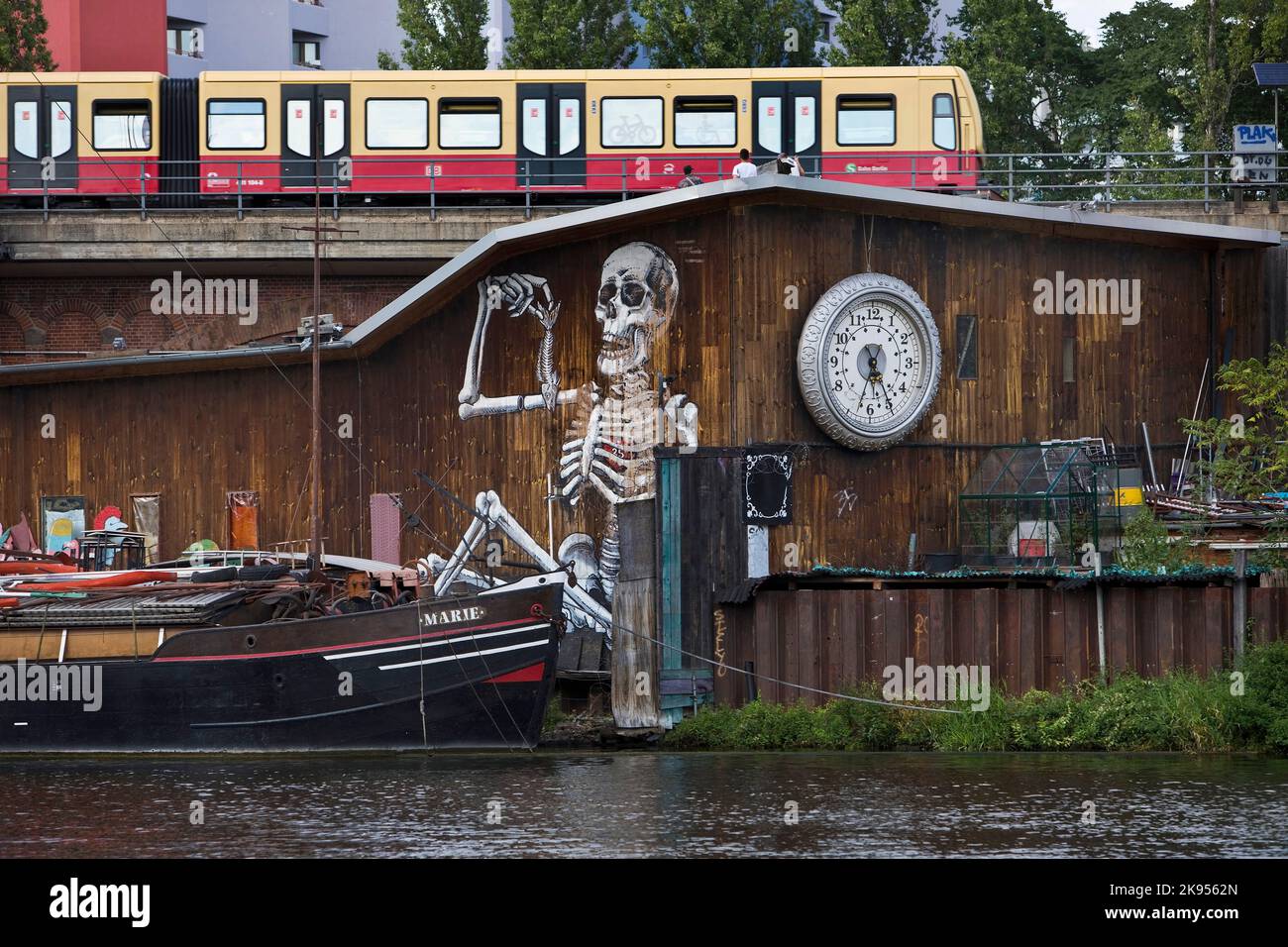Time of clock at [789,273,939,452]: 6:25
